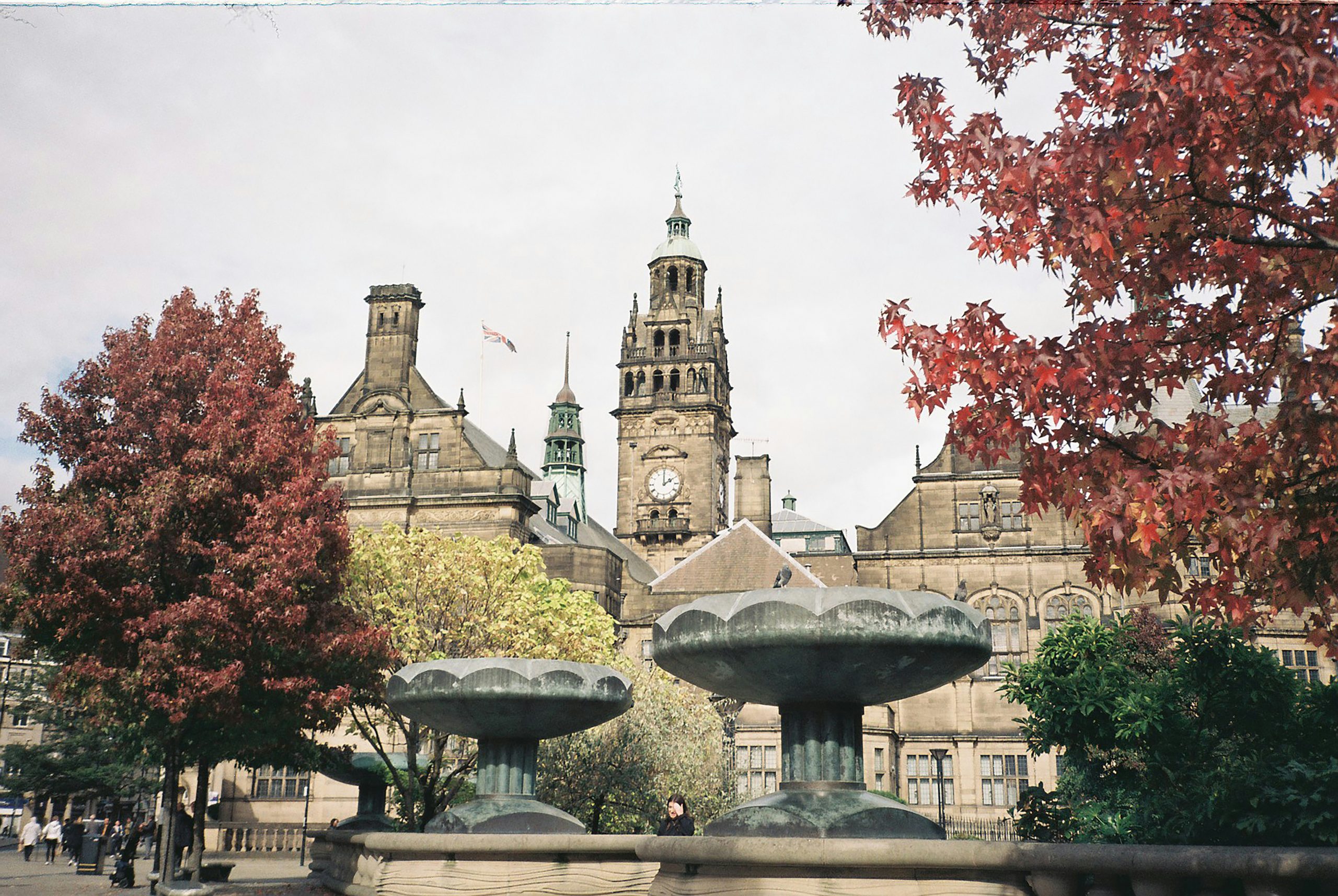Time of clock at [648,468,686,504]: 2:00
